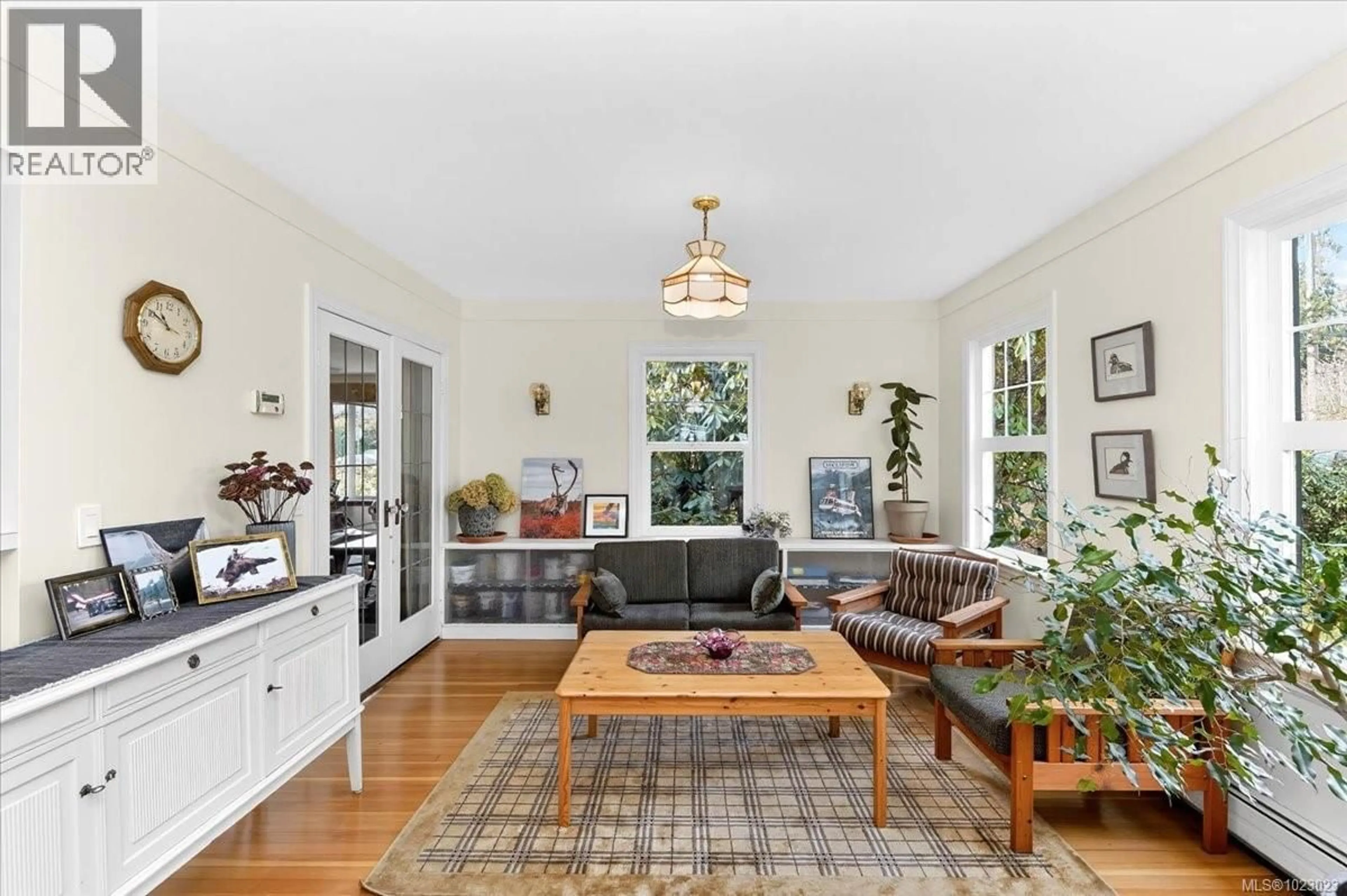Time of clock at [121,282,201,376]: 10:50
